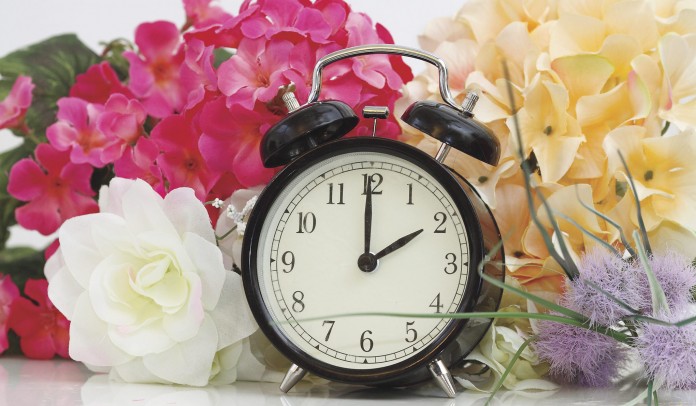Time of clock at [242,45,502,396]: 2:00
